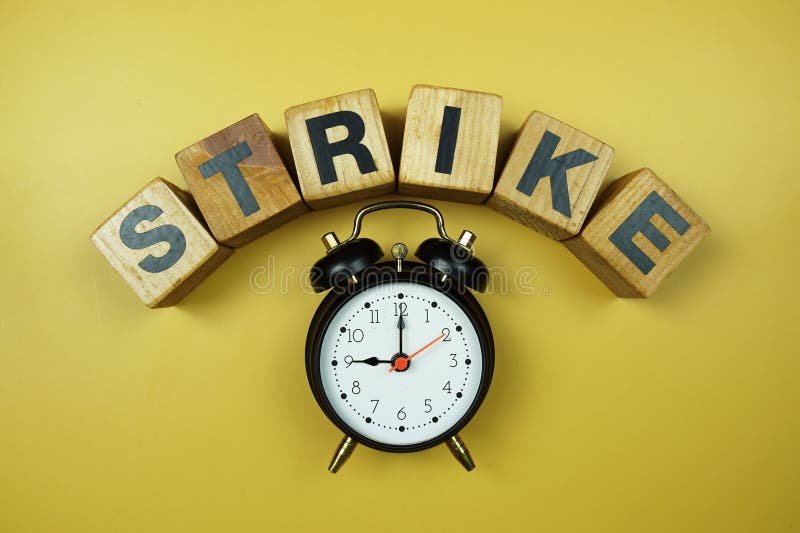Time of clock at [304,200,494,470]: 9:00
